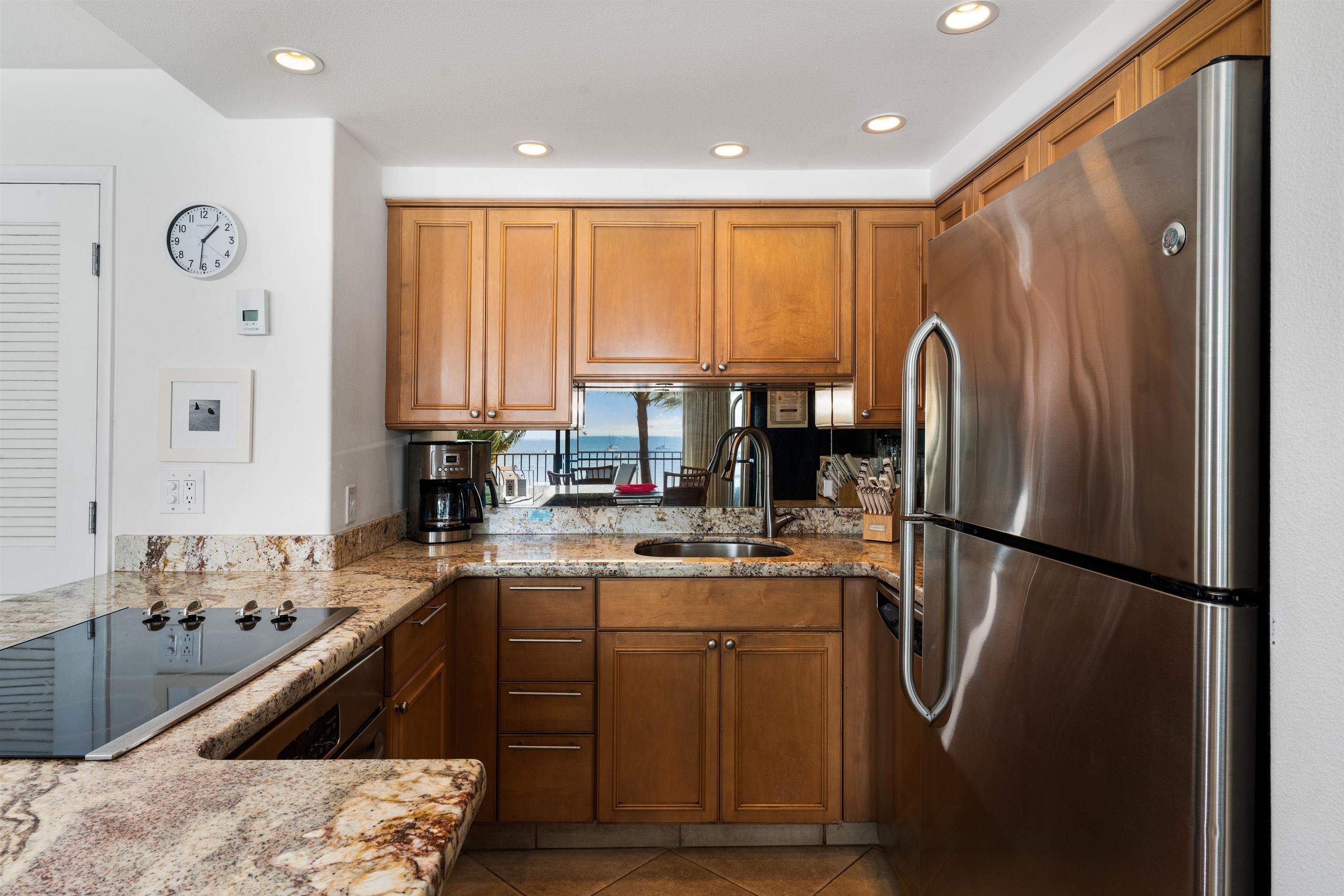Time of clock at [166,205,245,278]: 1:31
